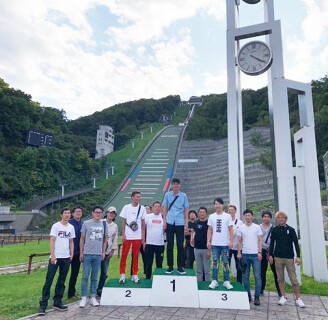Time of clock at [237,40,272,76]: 4:20
